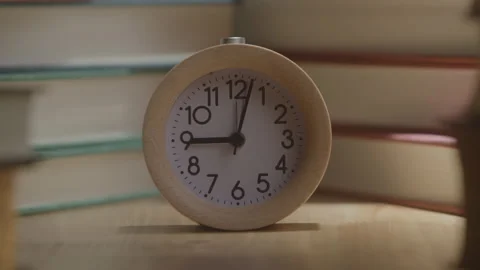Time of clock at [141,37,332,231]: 9:02
